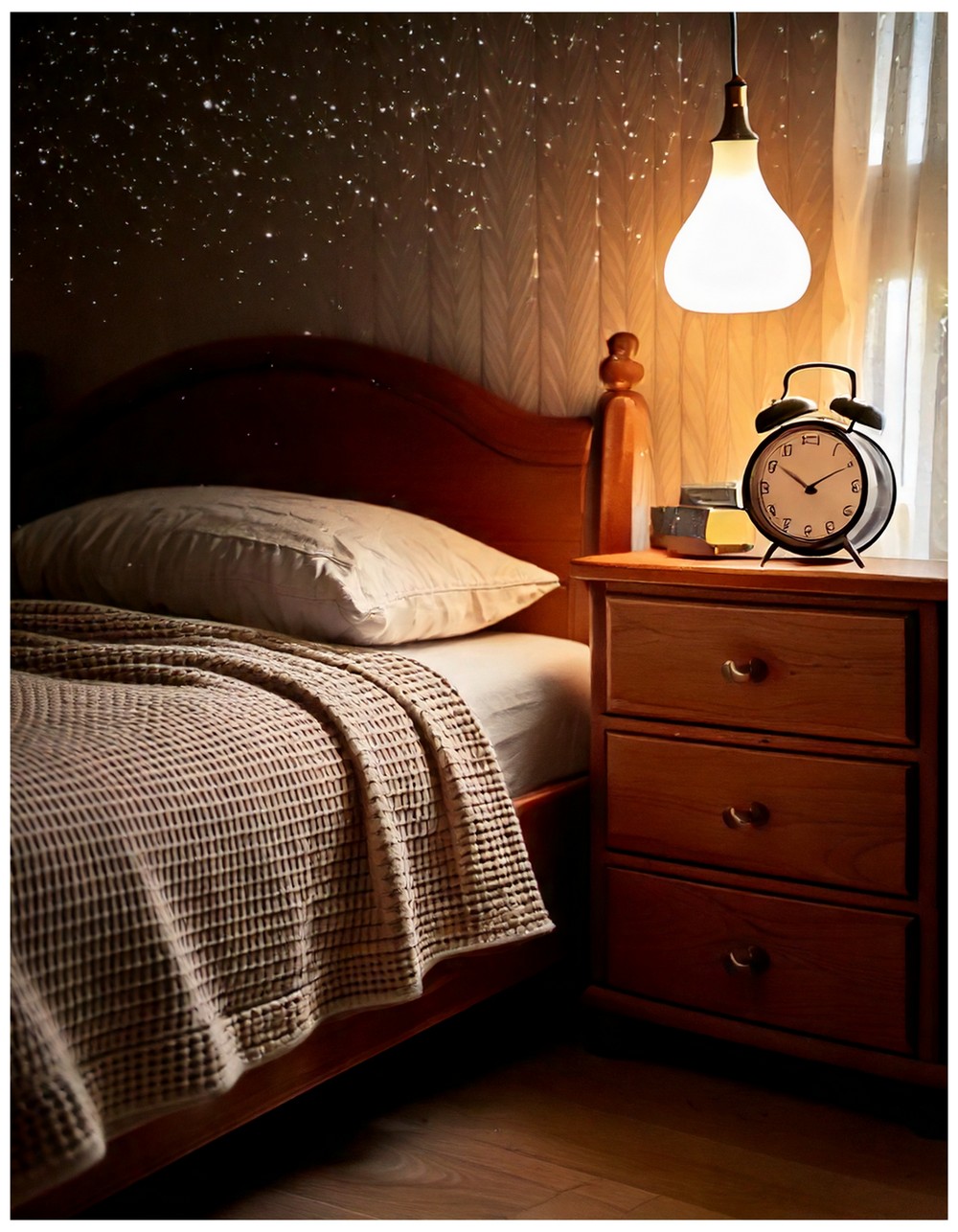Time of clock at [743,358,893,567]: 10:10
